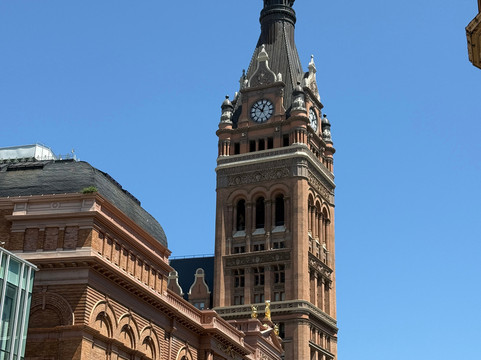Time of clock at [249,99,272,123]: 12:51
